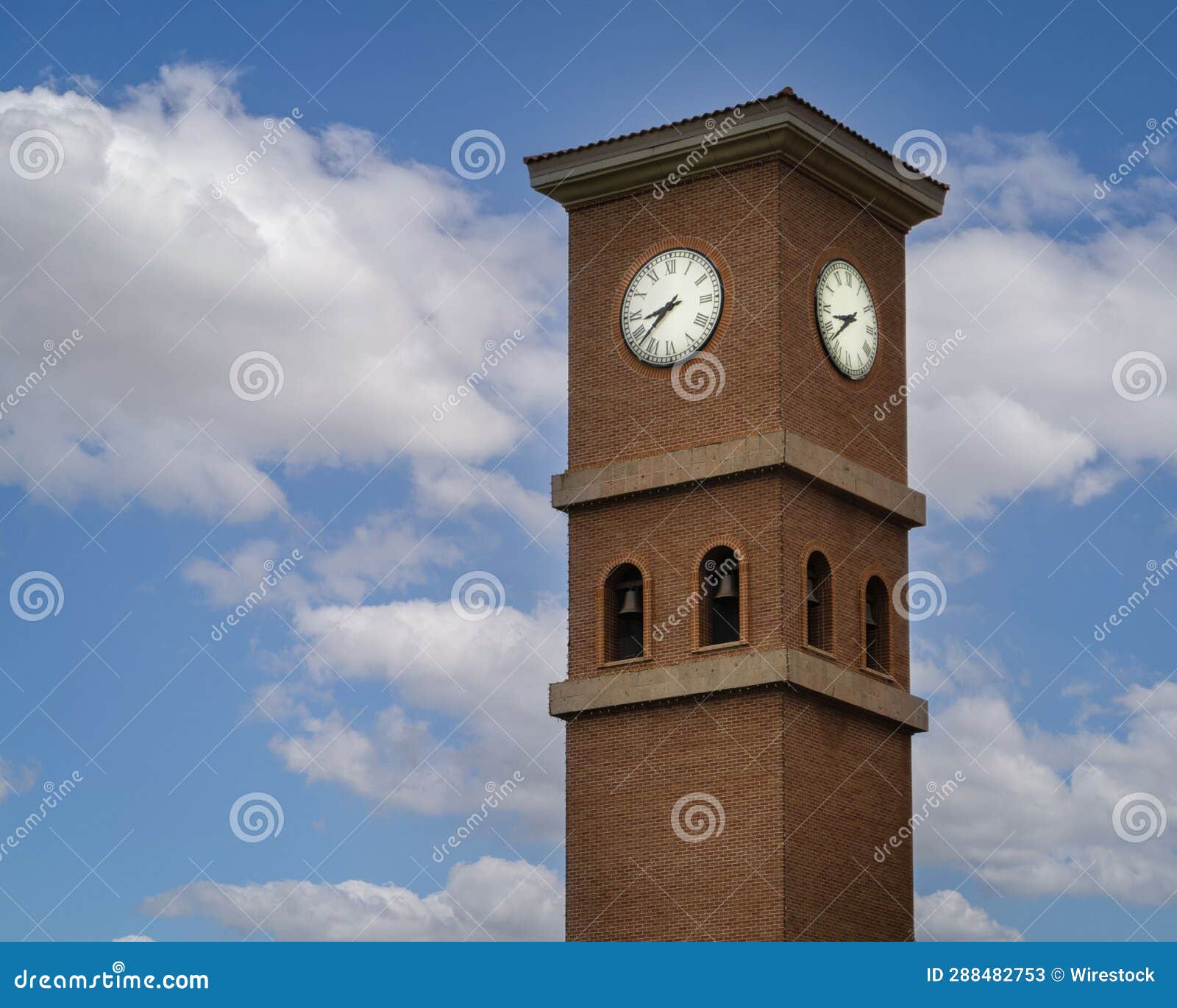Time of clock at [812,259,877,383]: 8:38
